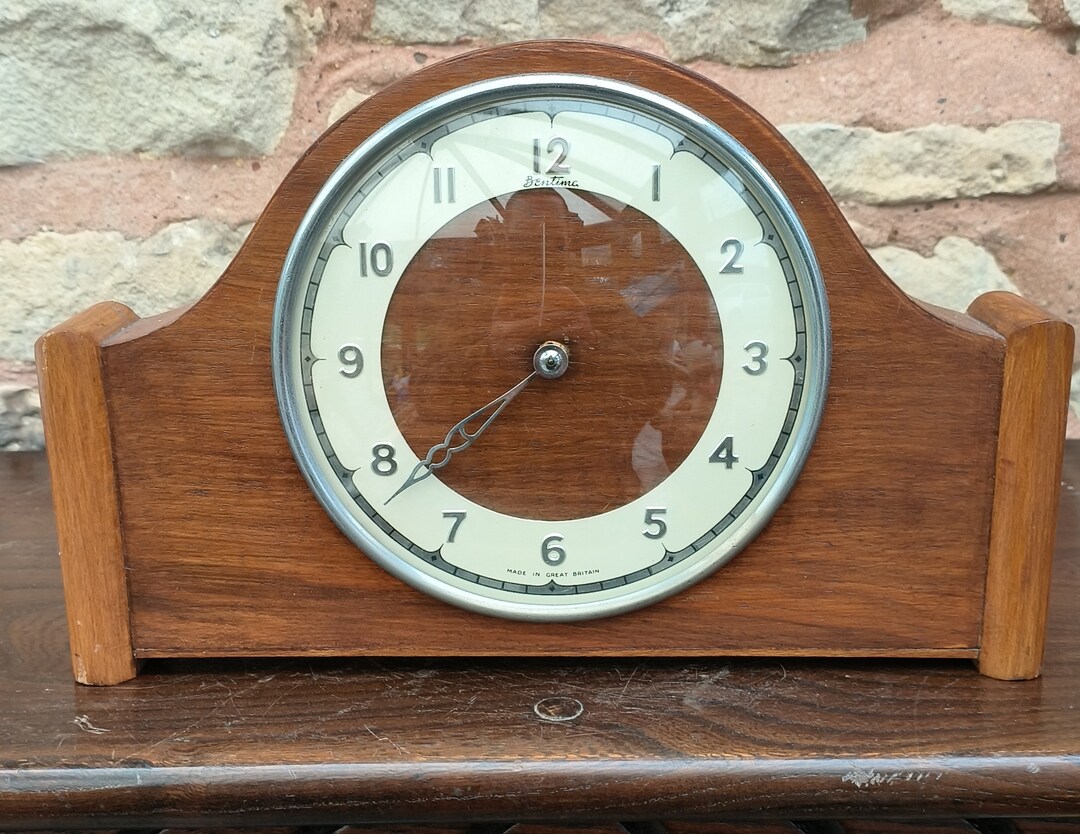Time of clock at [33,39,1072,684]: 7:38
